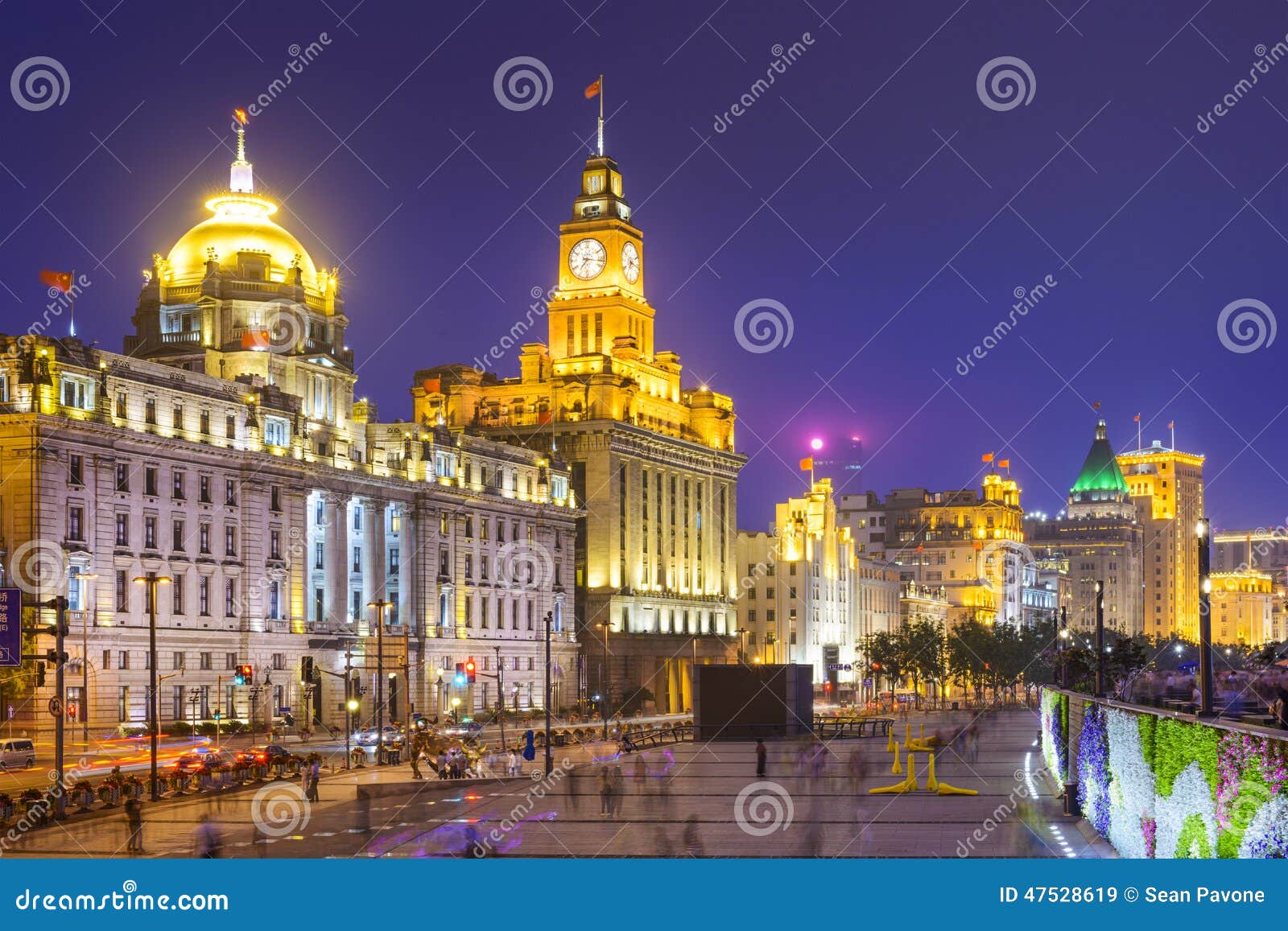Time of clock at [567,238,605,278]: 7:16
